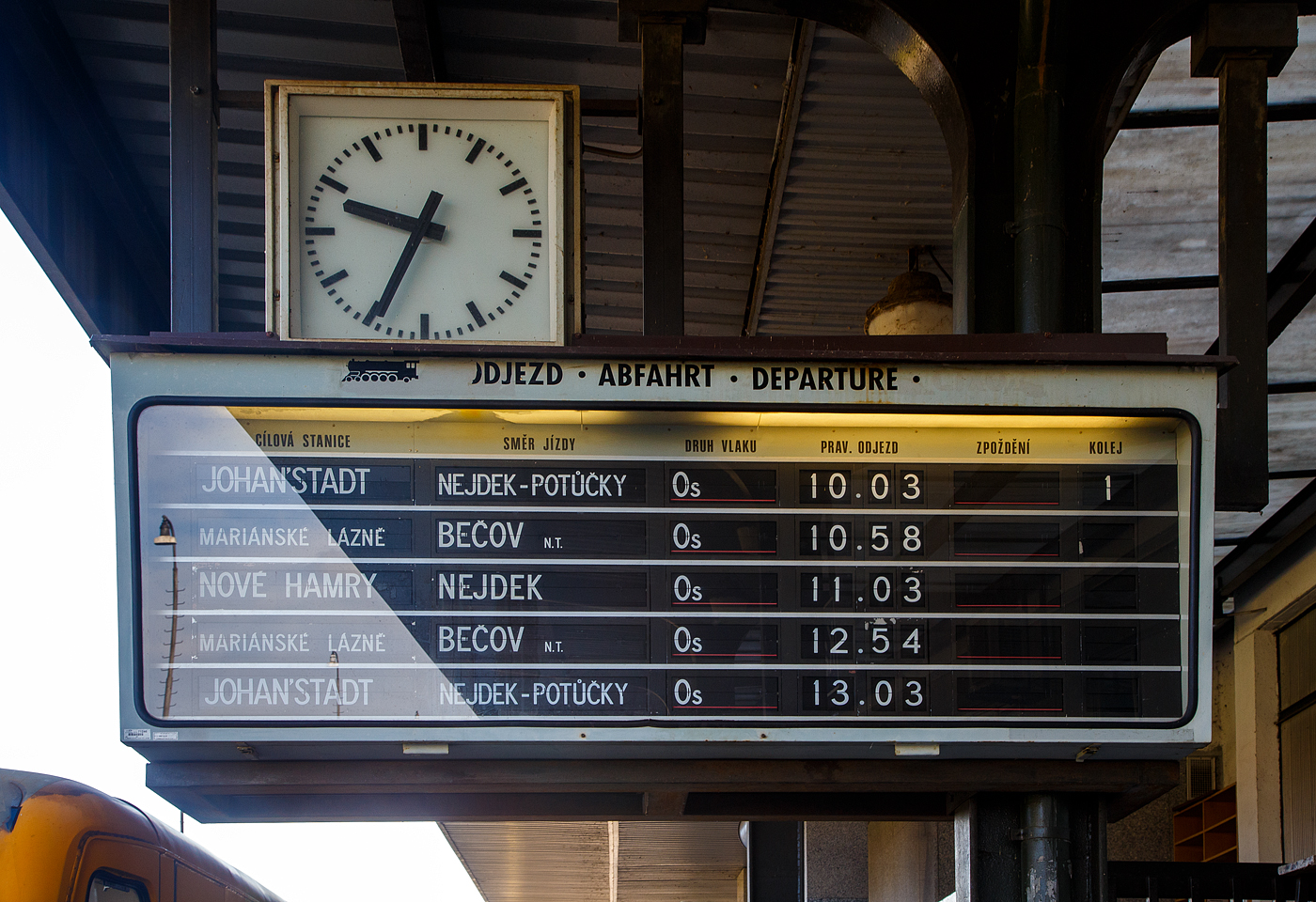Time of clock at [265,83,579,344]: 9:34
